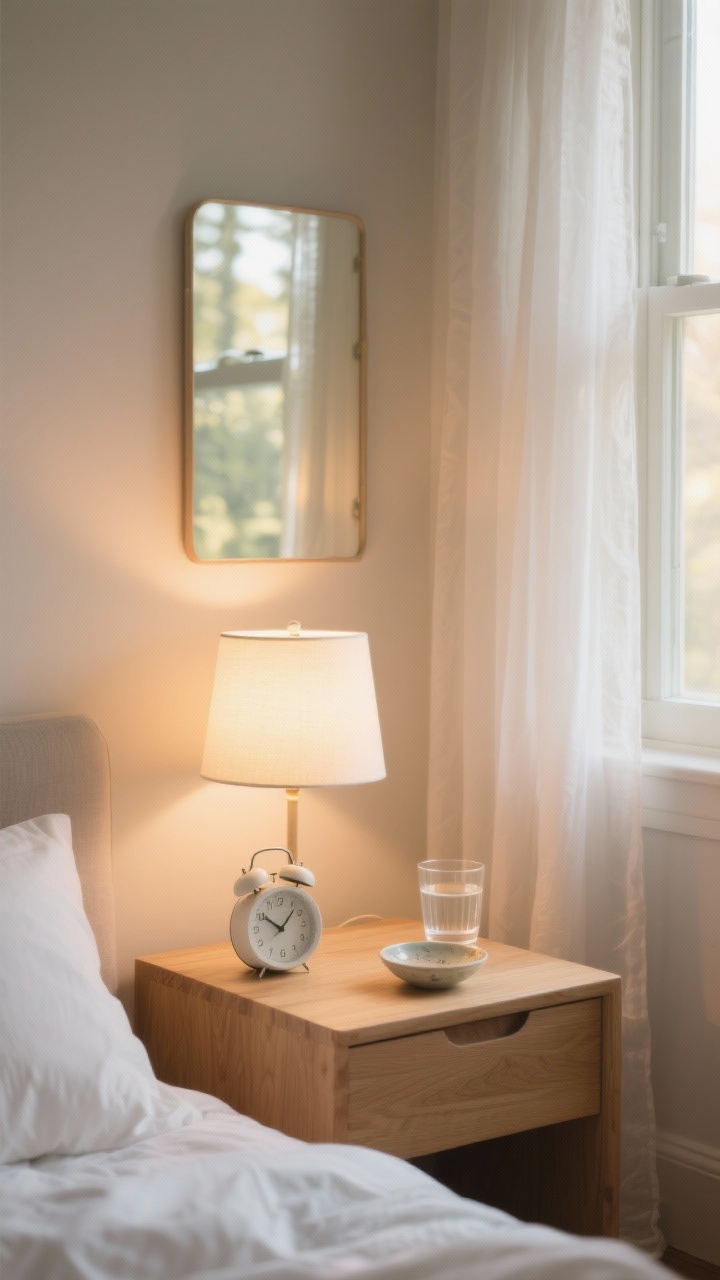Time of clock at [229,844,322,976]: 10:07
